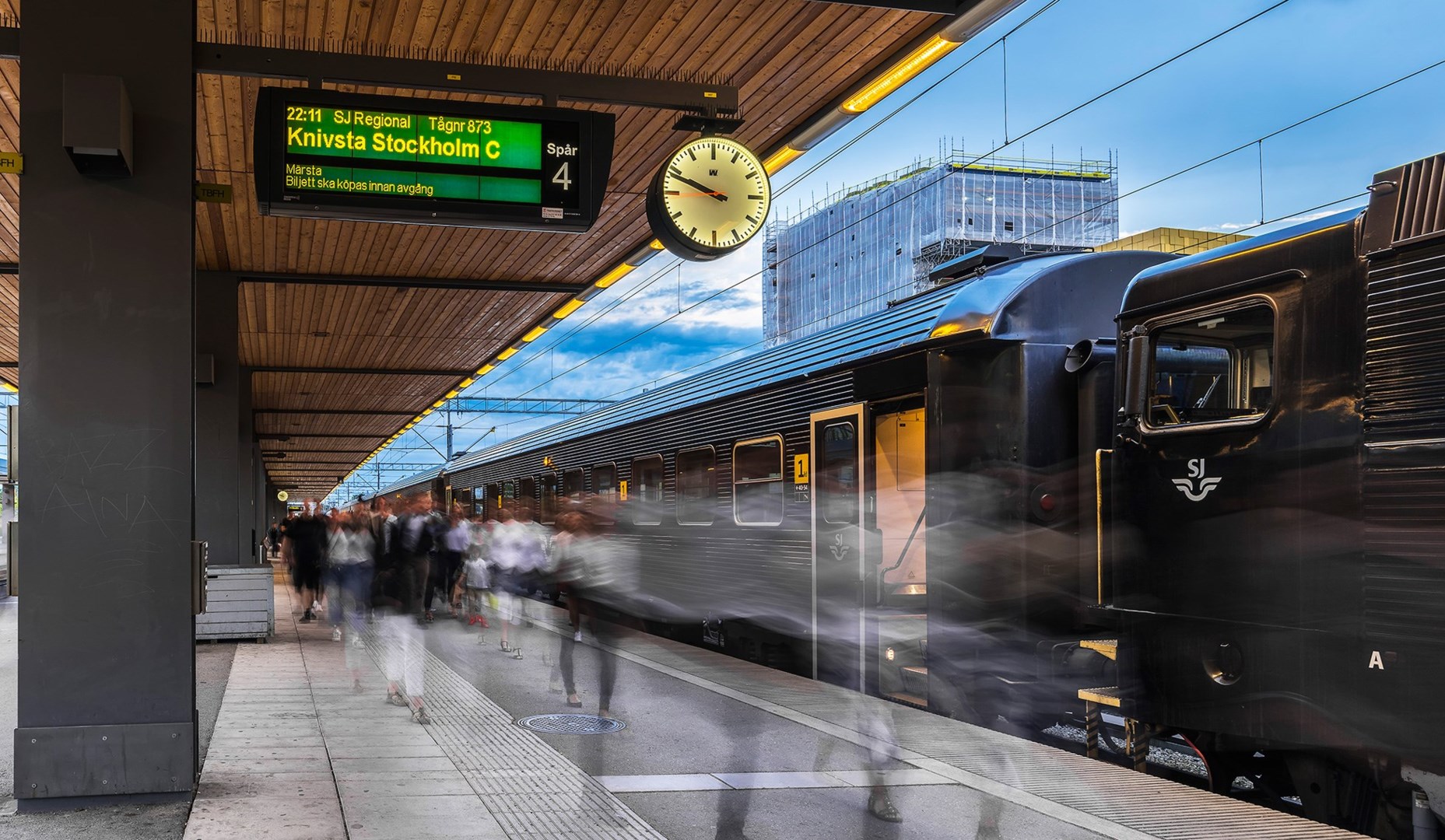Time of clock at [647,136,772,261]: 9:48
